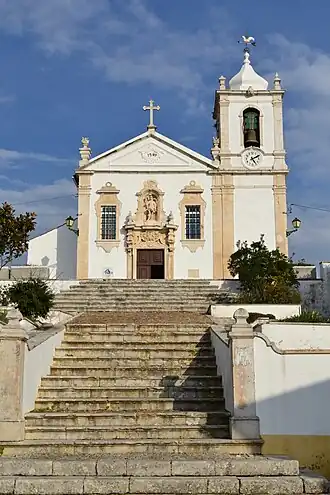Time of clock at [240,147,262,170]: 5:09
